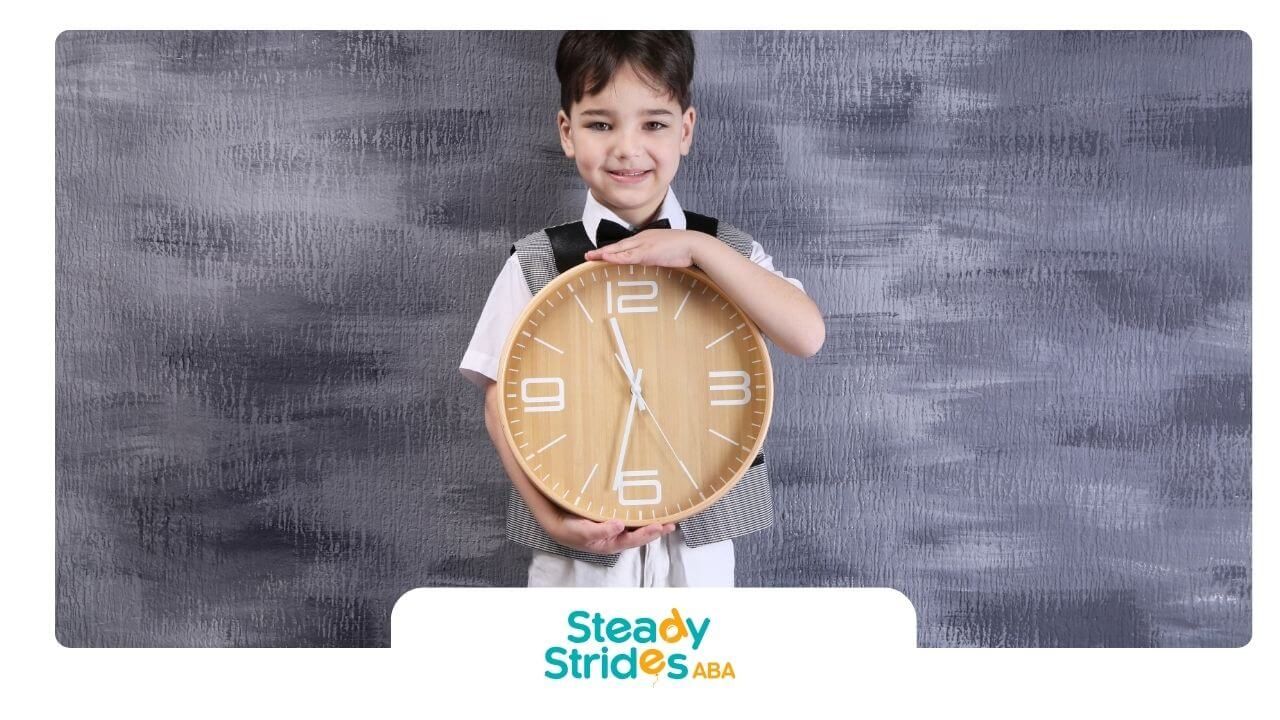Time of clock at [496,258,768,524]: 11:32
